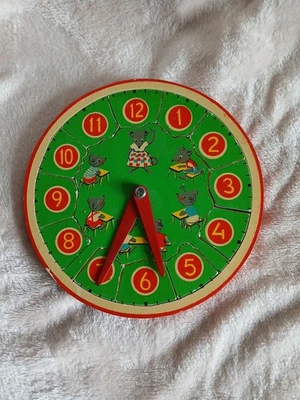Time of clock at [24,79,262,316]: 5:34
